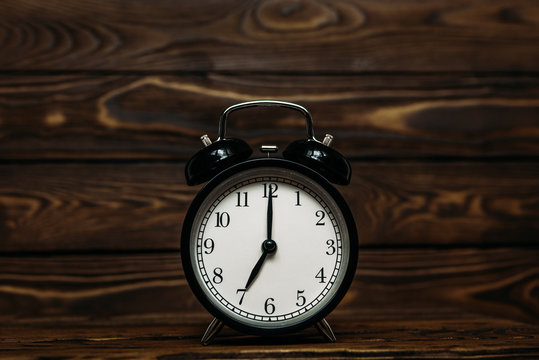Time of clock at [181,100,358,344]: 7:00
